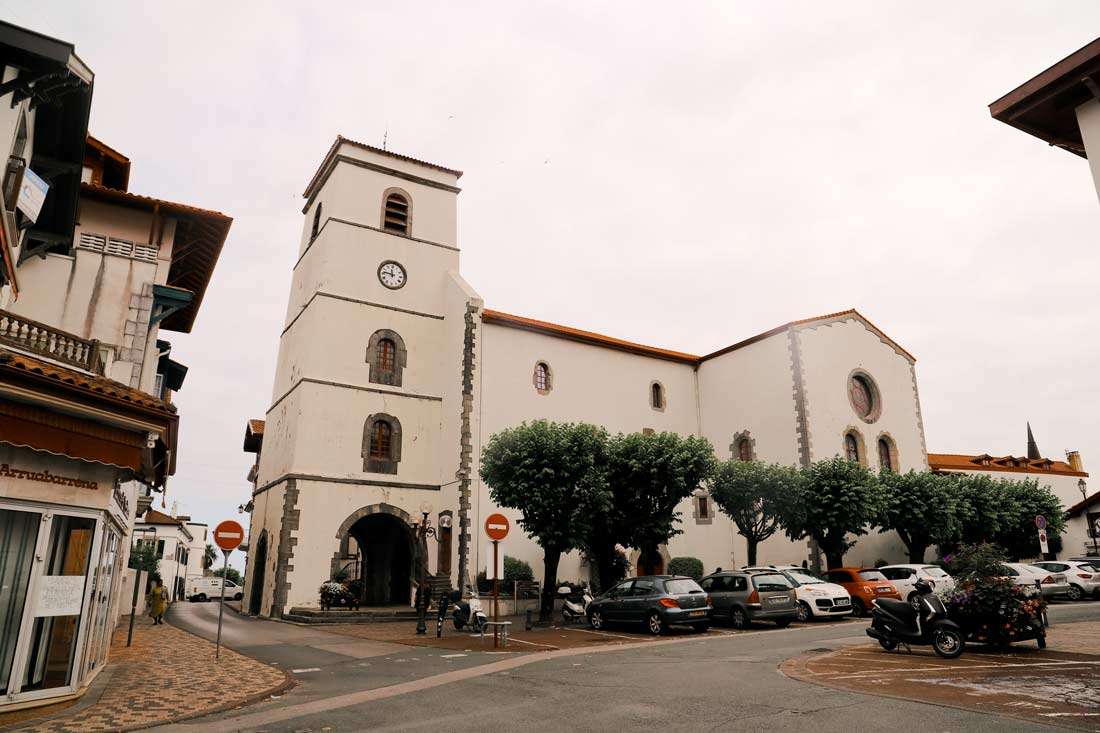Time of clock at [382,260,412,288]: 11:46
